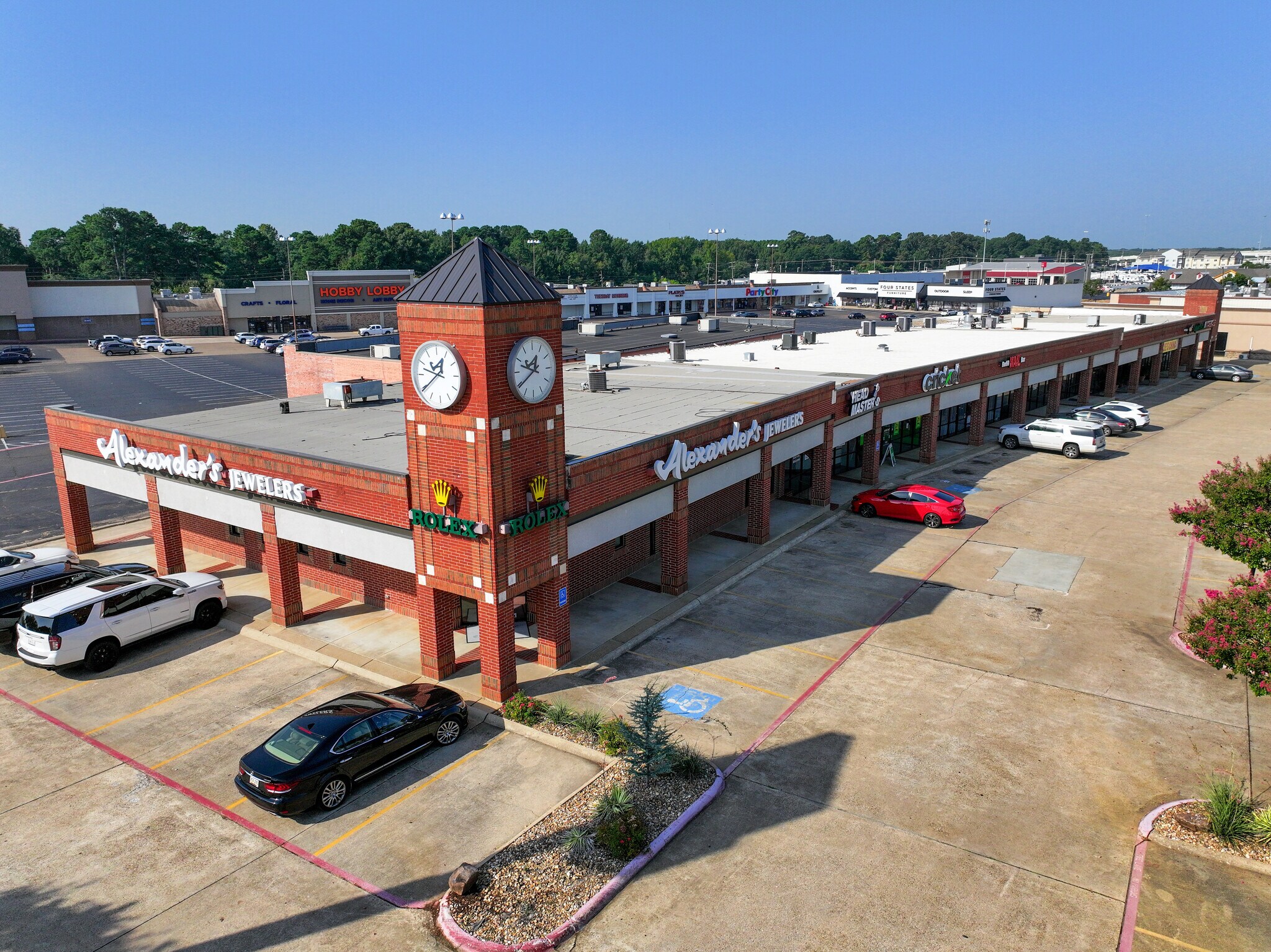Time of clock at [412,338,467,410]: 12:39
